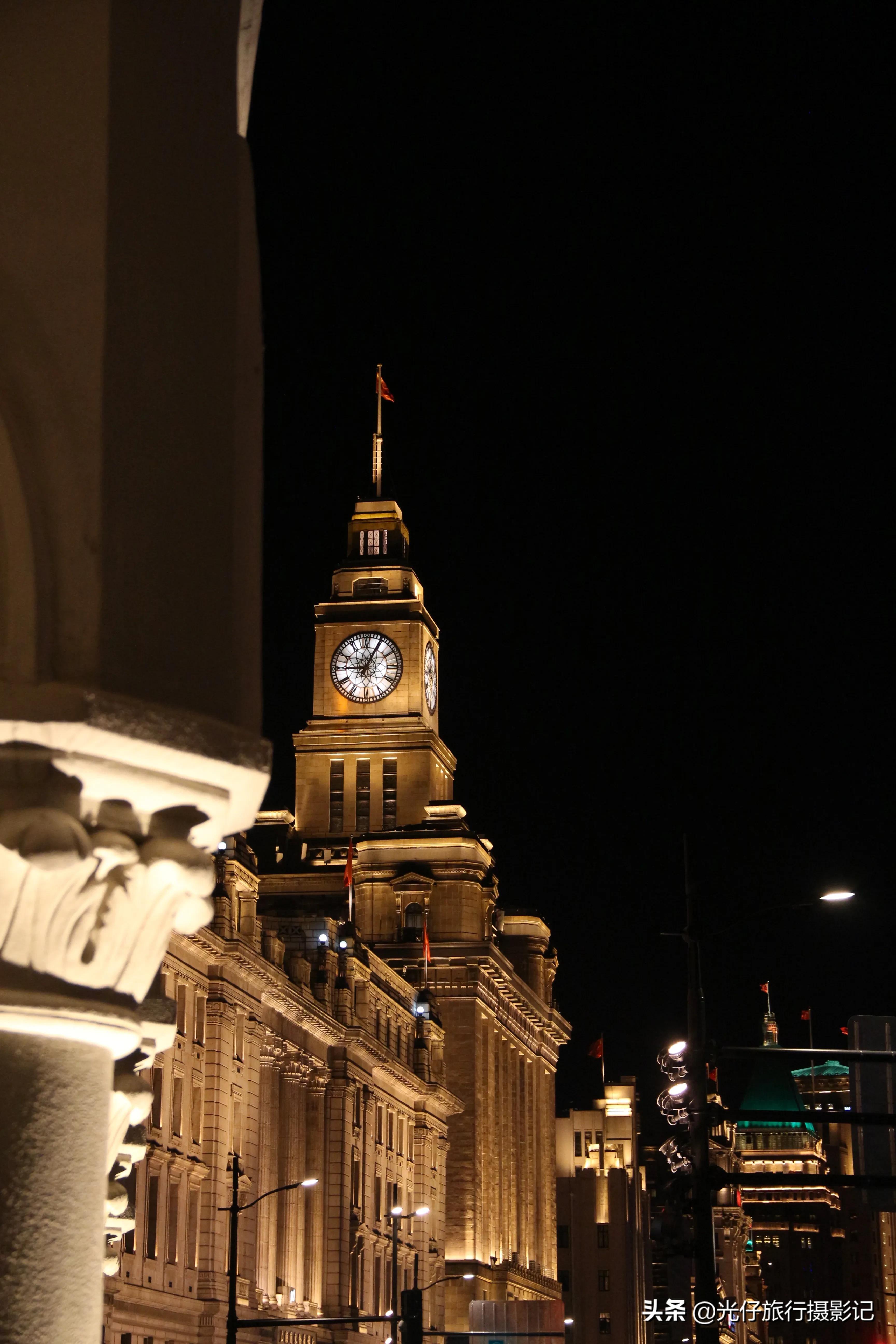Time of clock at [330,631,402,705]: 9:04
